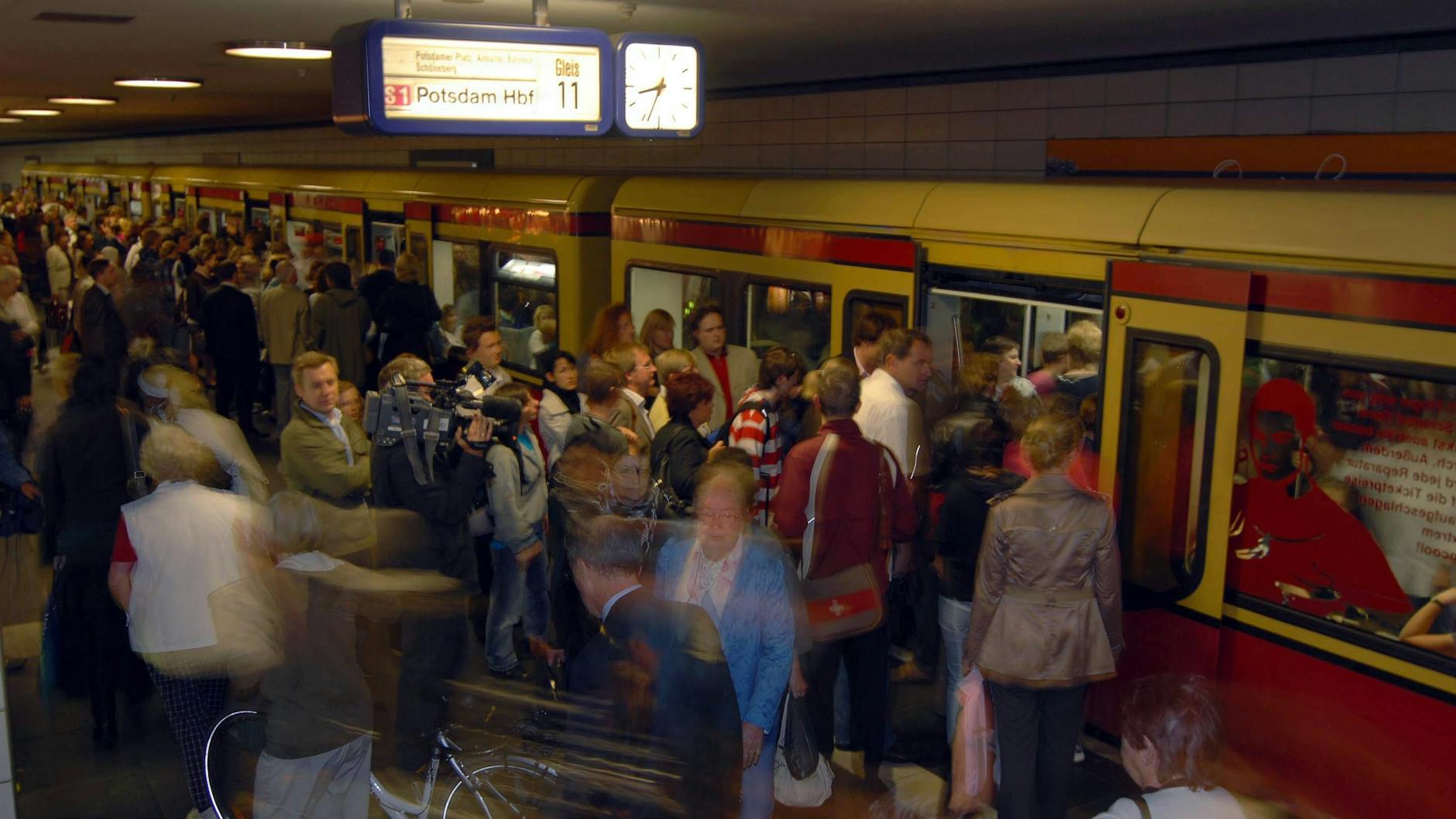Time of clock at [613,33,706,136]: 8:33
